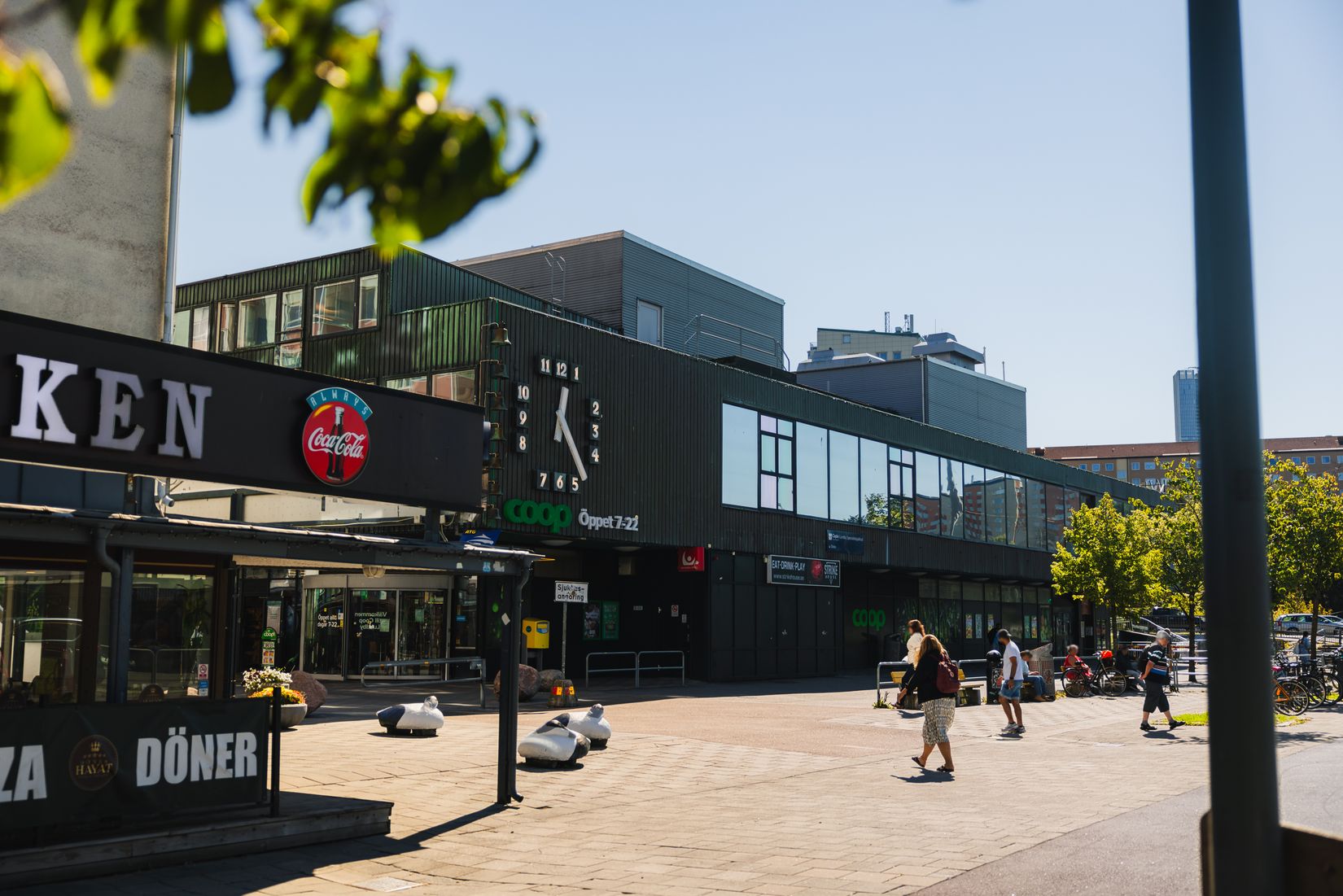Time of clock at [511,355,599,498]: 12:23
